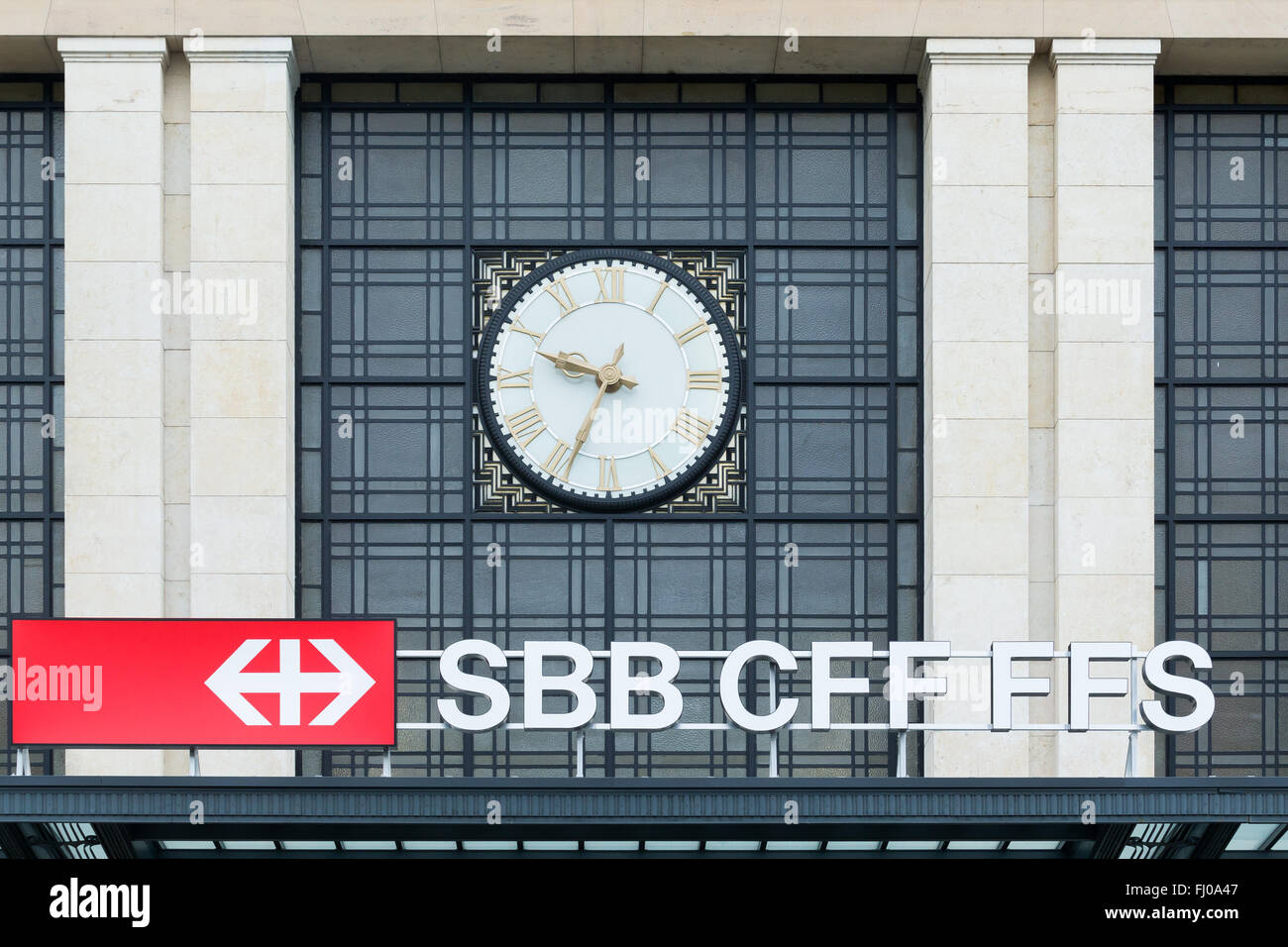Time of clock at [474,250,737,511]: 9:34
